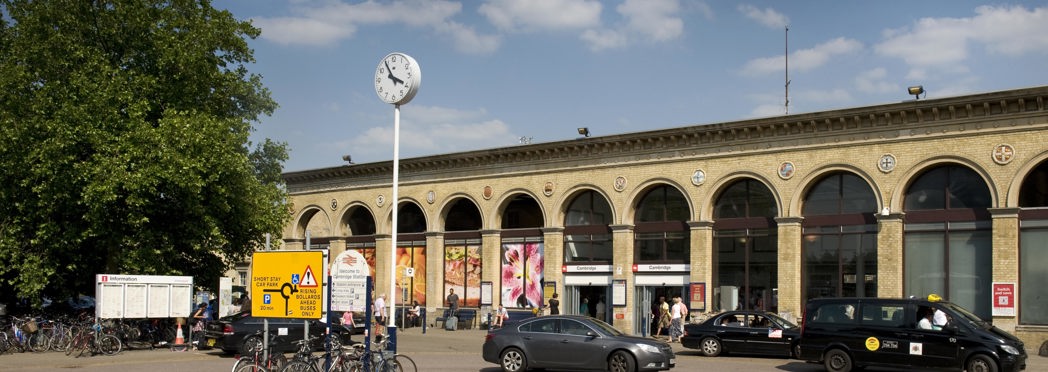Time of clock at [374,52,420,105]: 3:54
